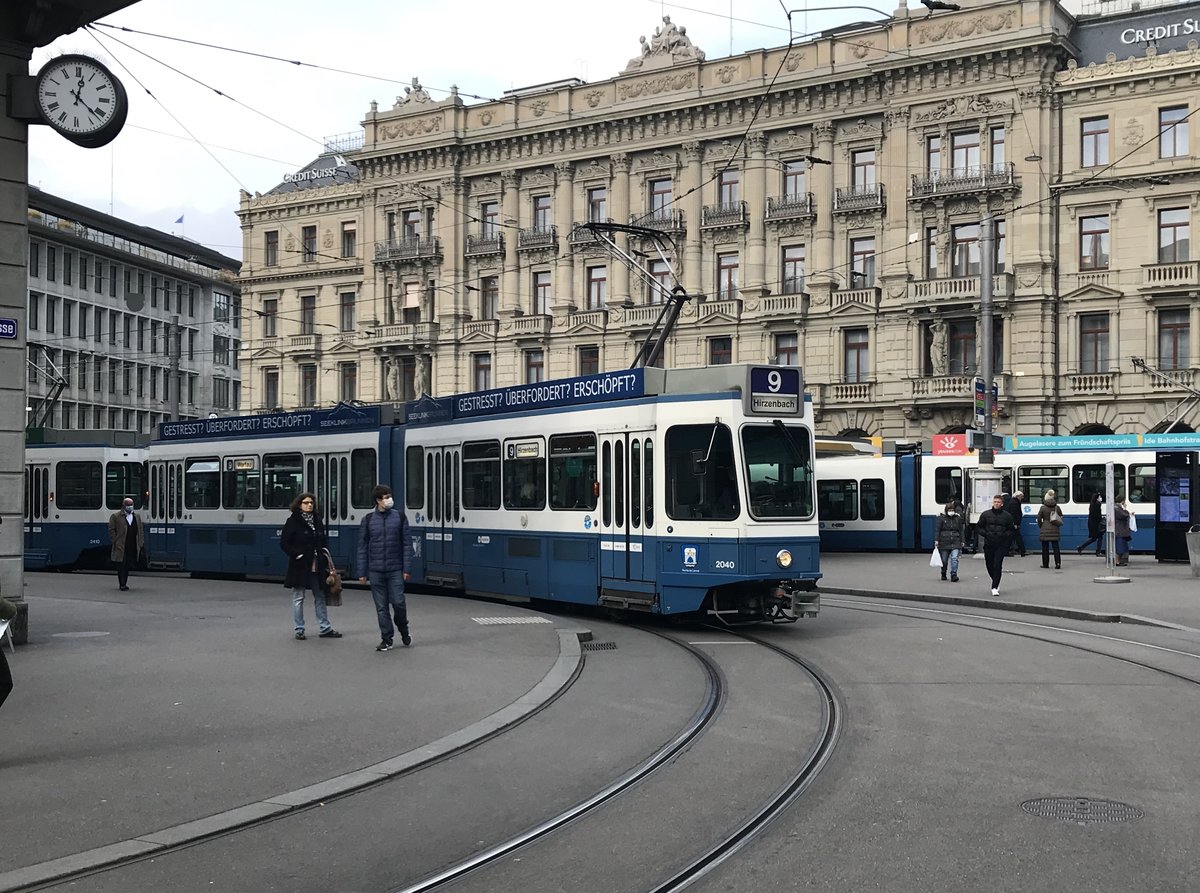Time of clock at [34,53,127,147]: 12:21
